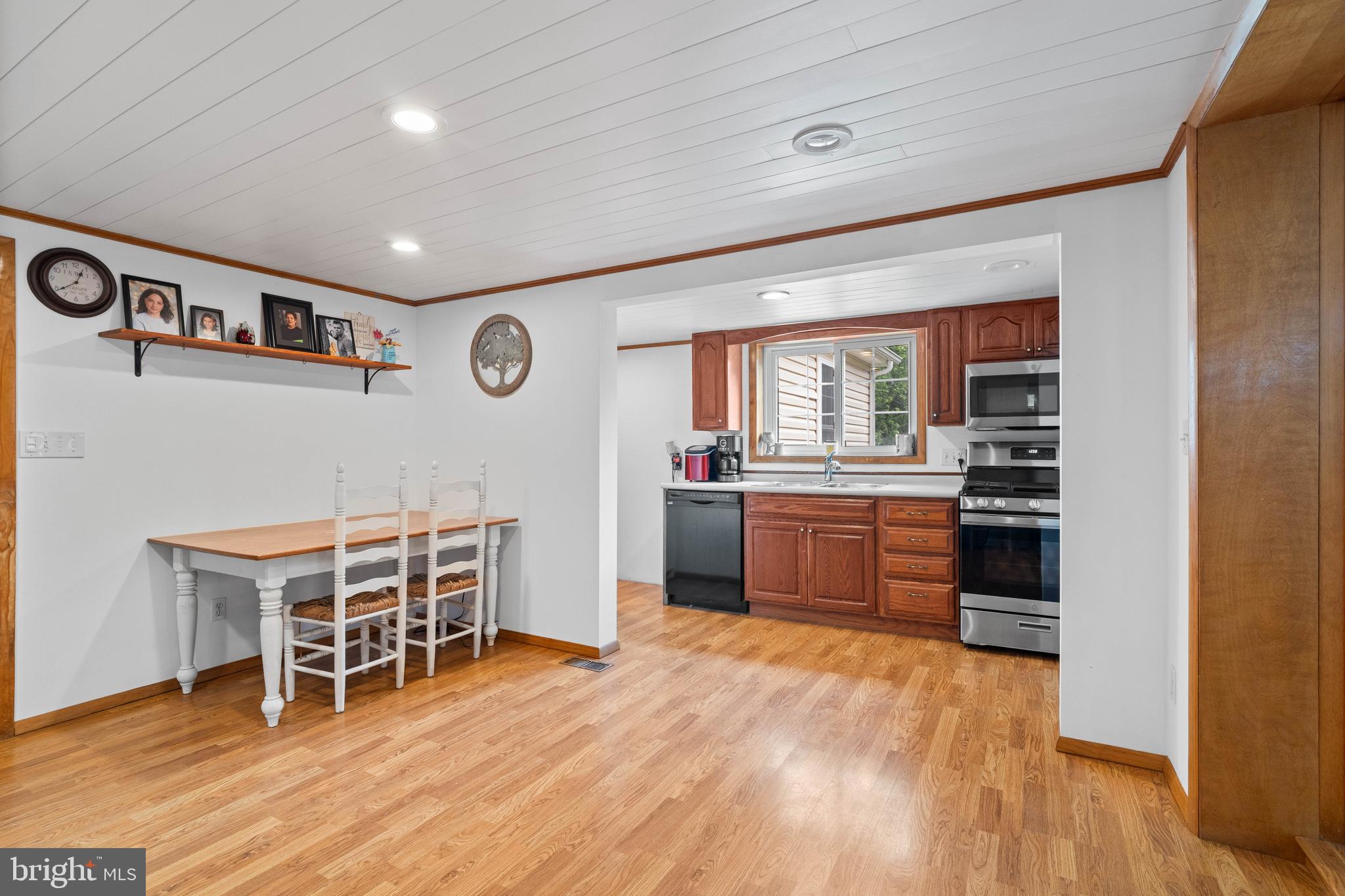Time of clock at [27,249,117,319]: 12:38
